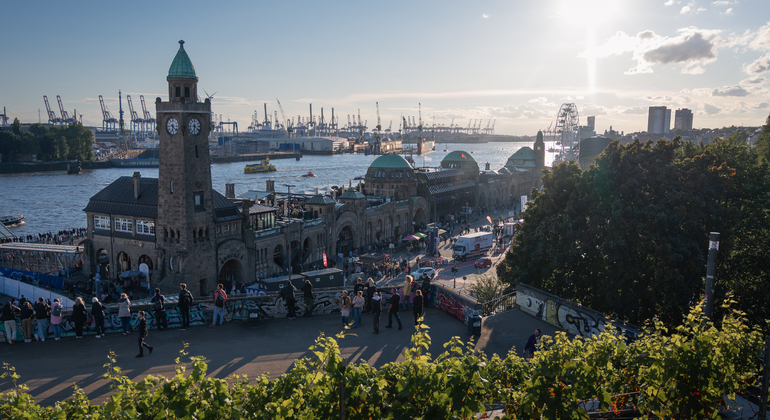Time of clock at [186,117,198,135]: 6:21
